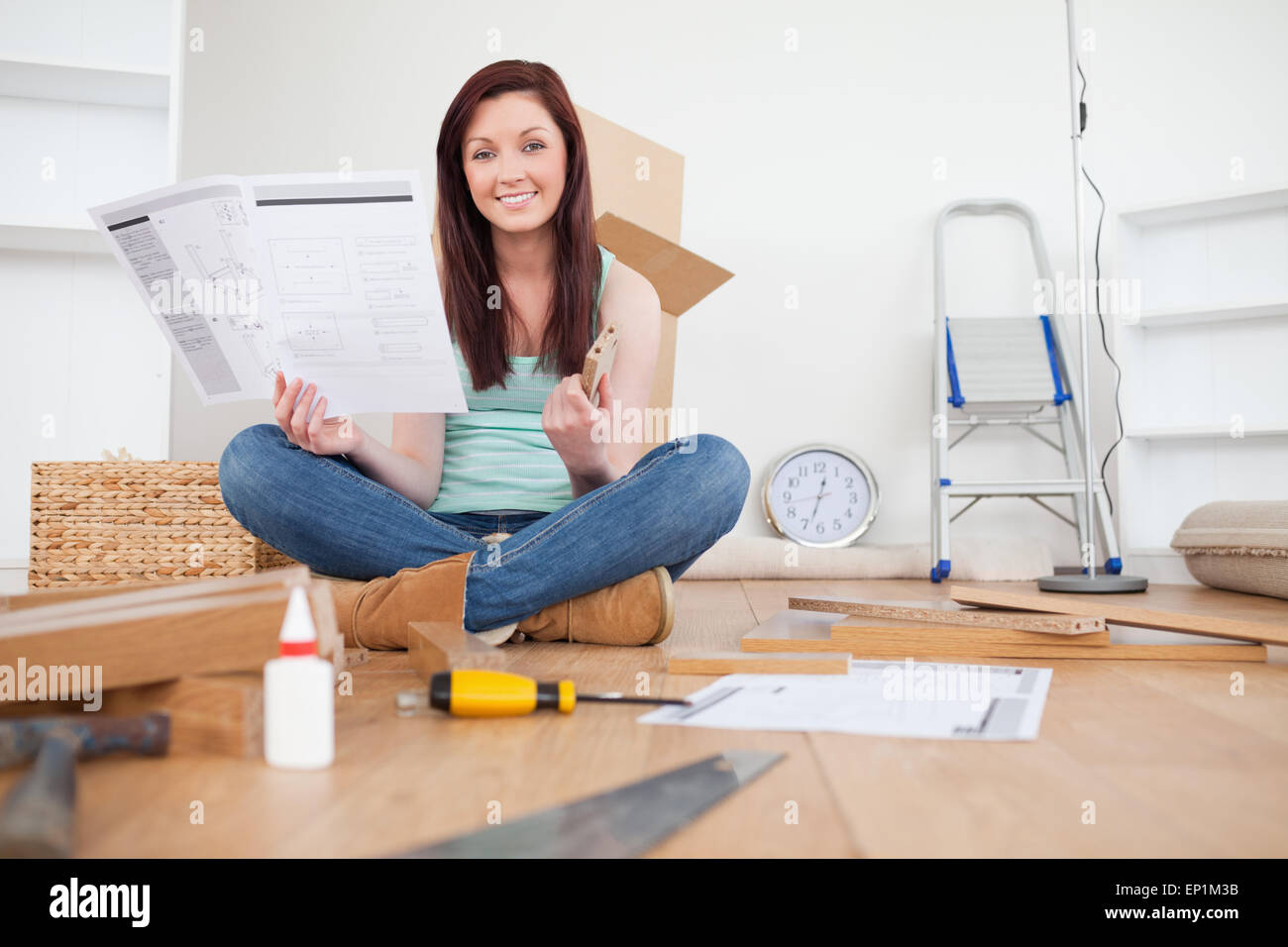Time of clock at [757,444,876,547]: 12:33
